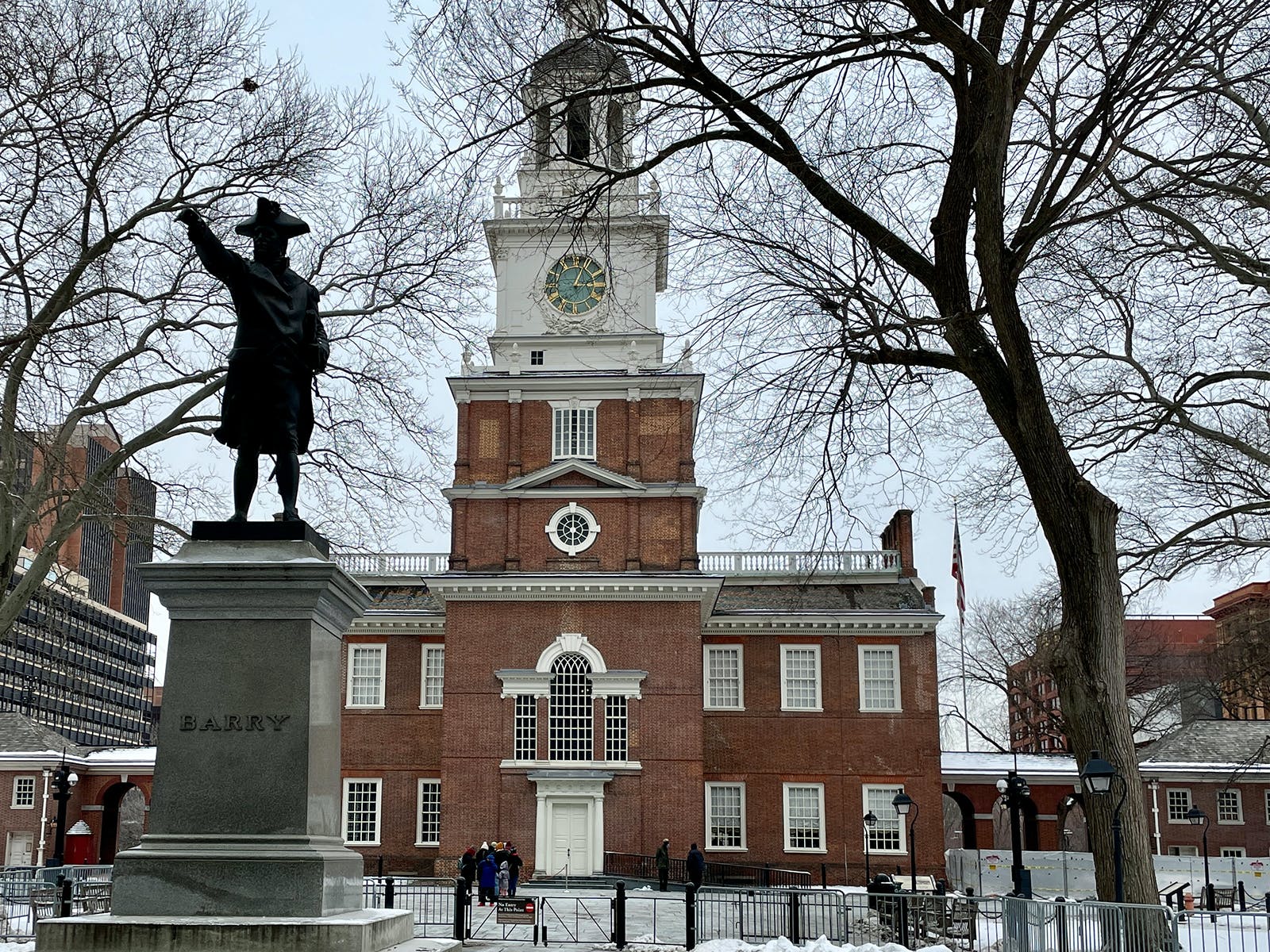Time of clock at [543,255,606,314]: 3:04
